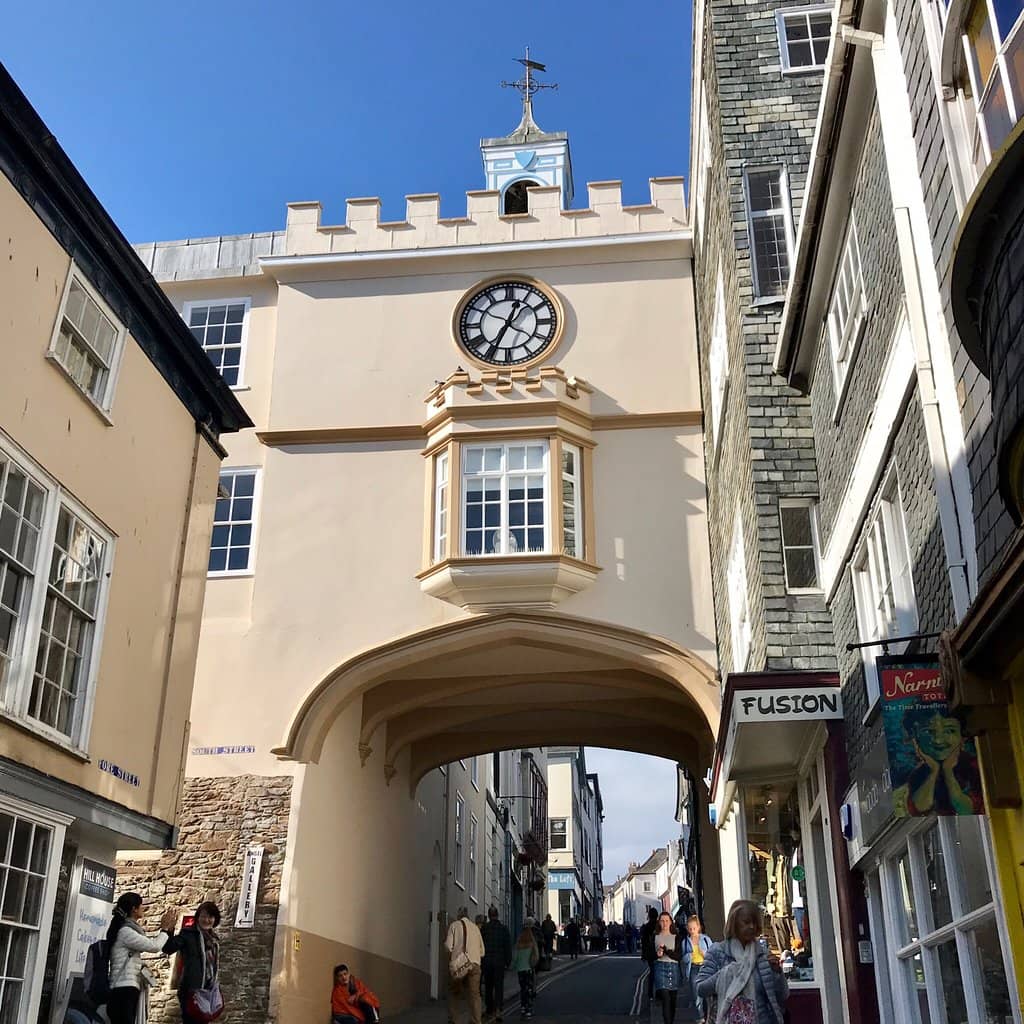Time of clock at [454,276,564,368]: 12:34
